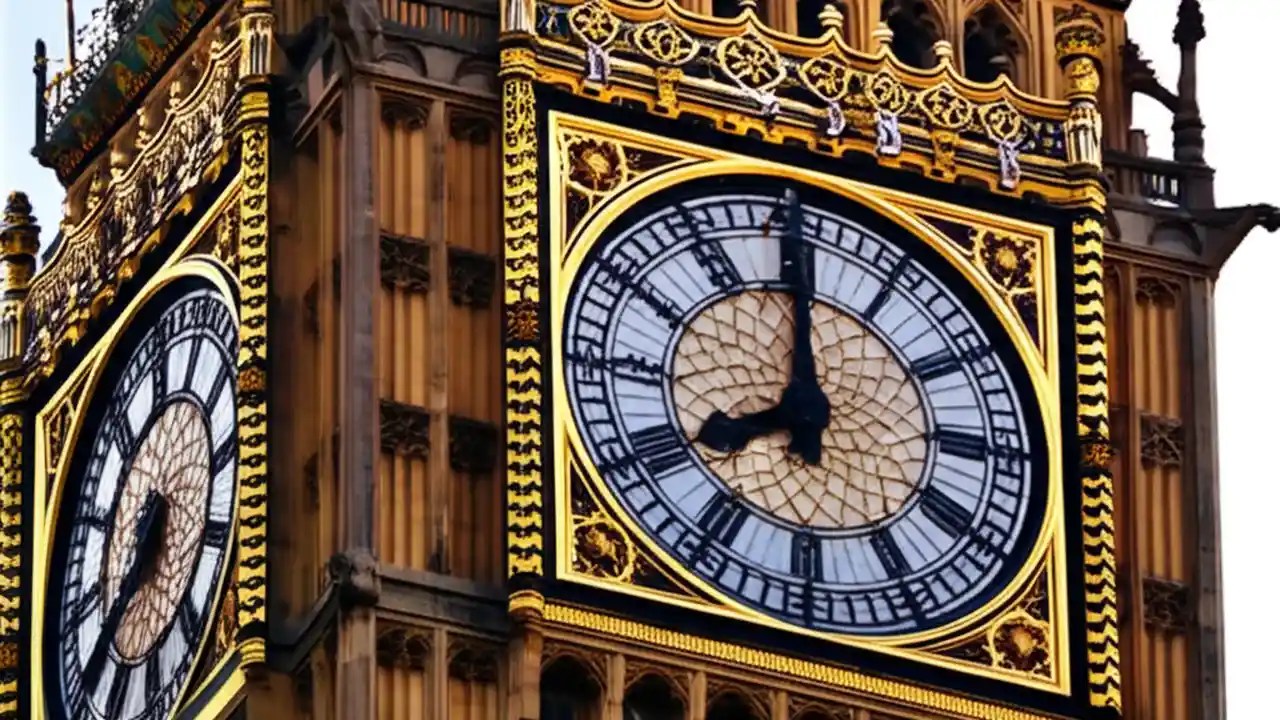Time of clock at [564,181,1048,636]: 7:59
